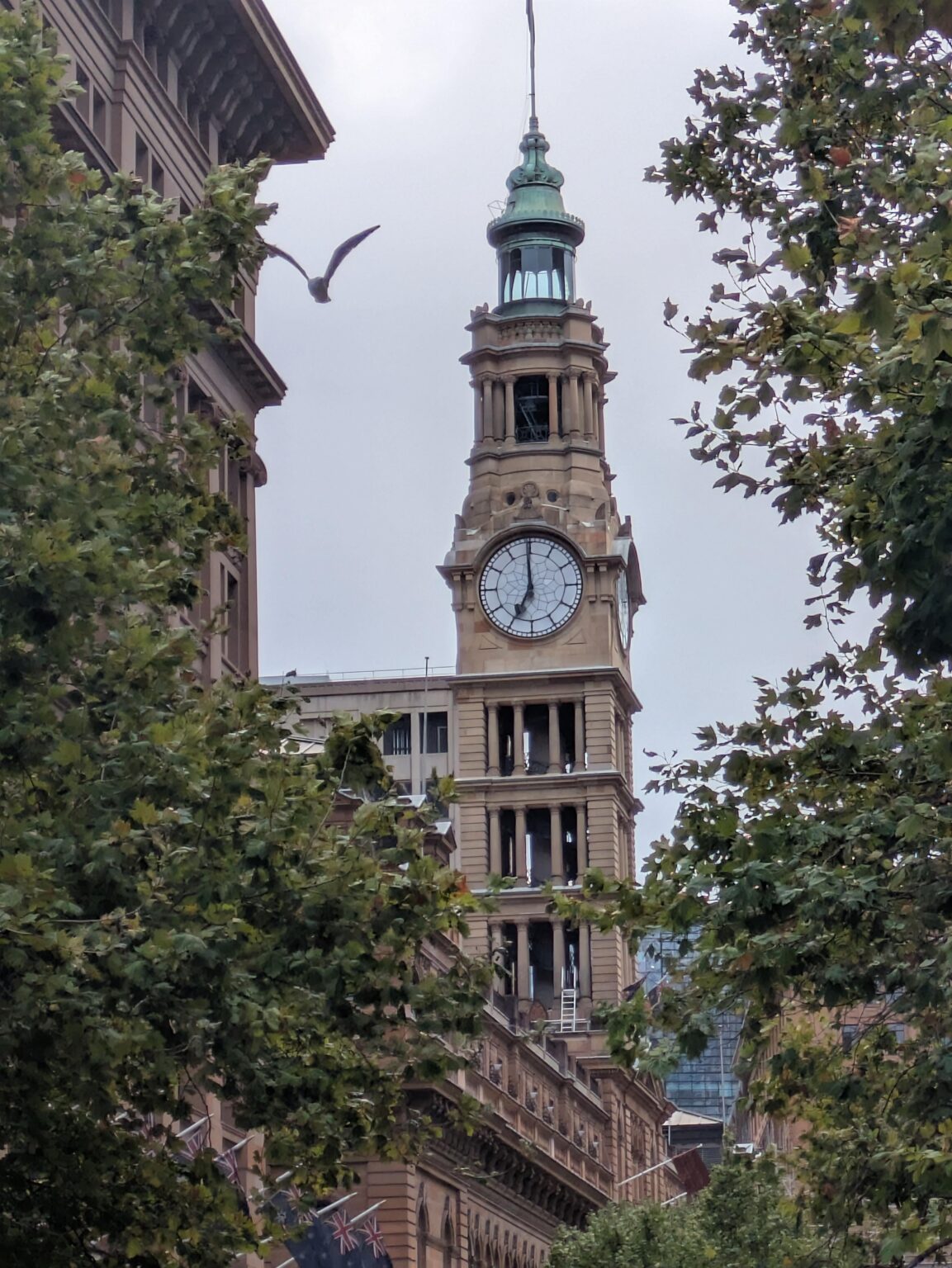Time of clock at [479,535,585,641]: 6:59
